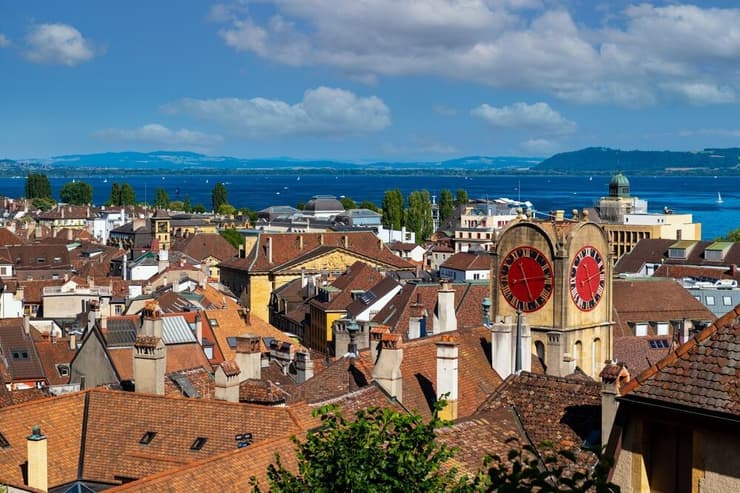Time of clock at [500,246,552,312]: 11:13
